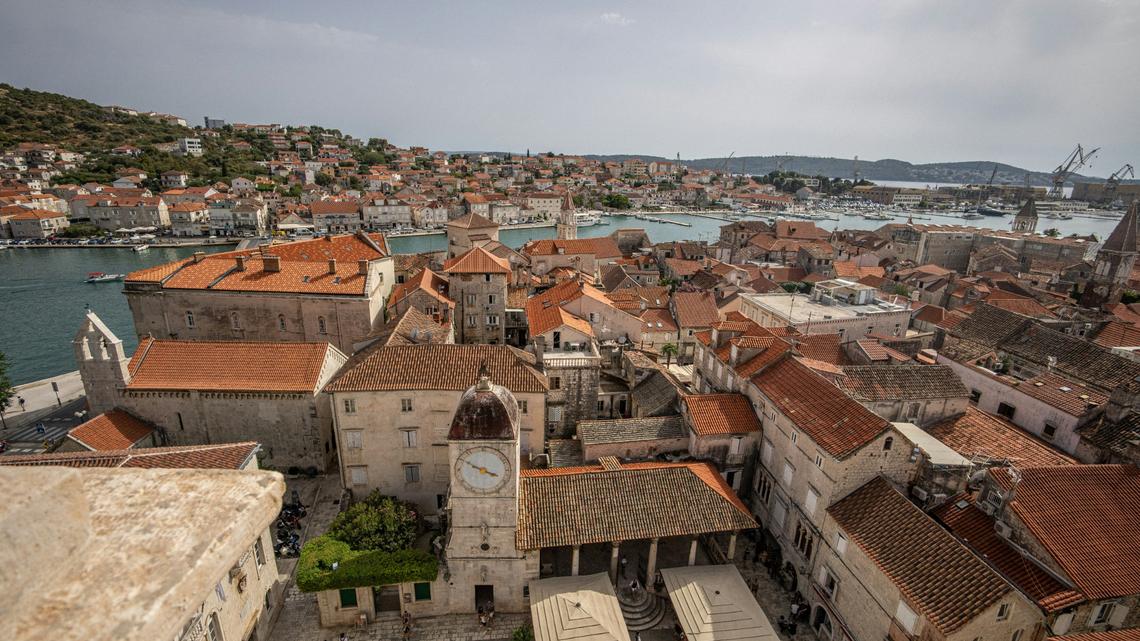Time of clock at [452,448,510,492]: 3:50
